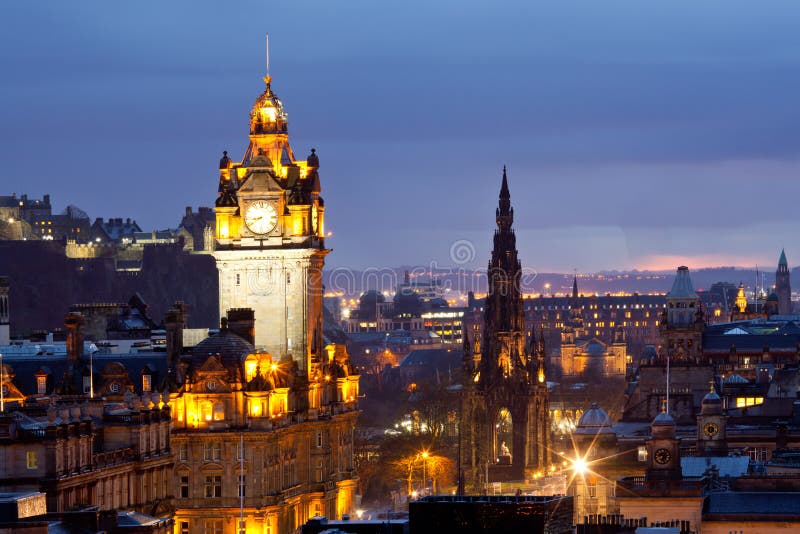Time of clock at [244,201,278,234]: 8:39
